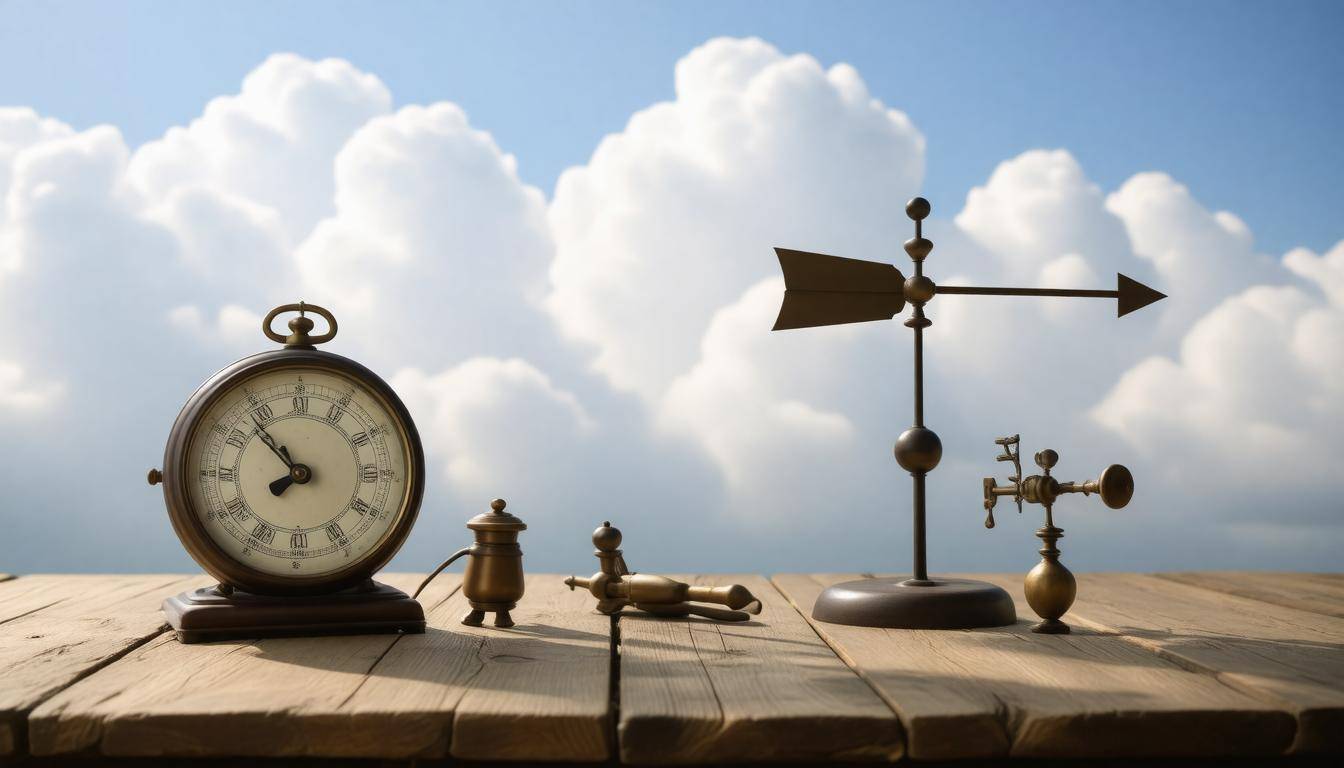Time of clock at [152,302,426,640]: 7:53
